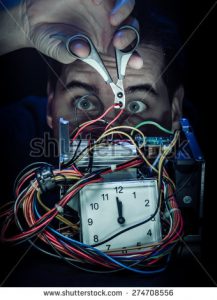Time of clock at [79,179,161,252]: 11:58
